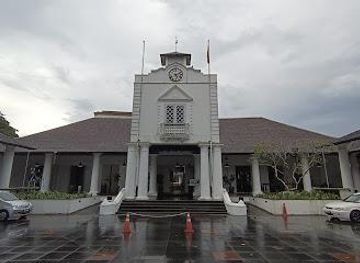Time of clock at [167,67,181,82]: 5:11
